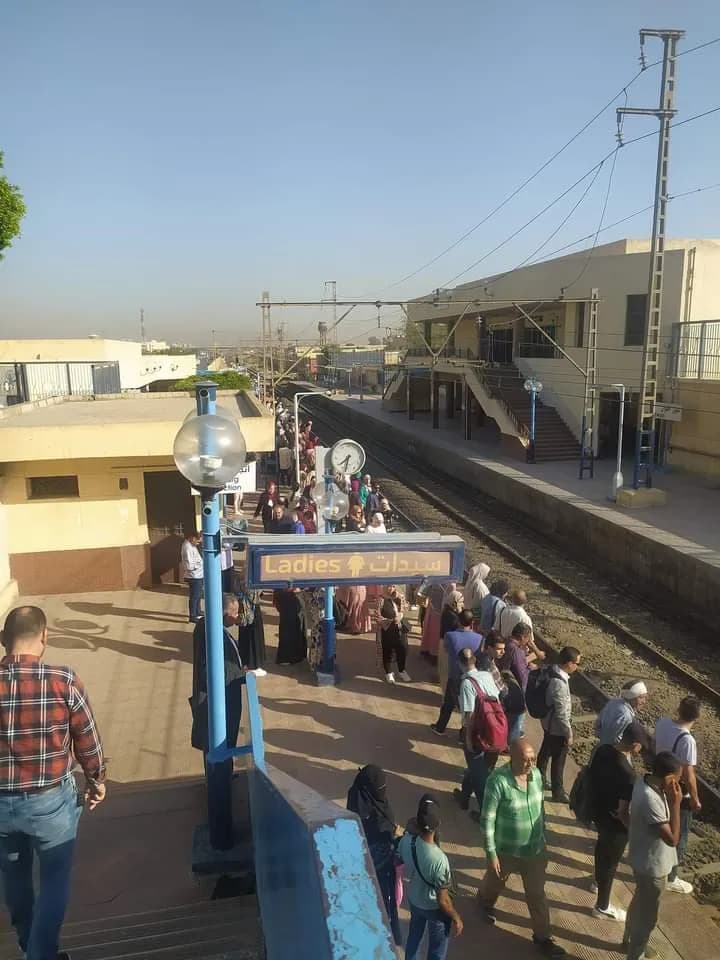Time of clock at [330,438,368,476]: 7:32
